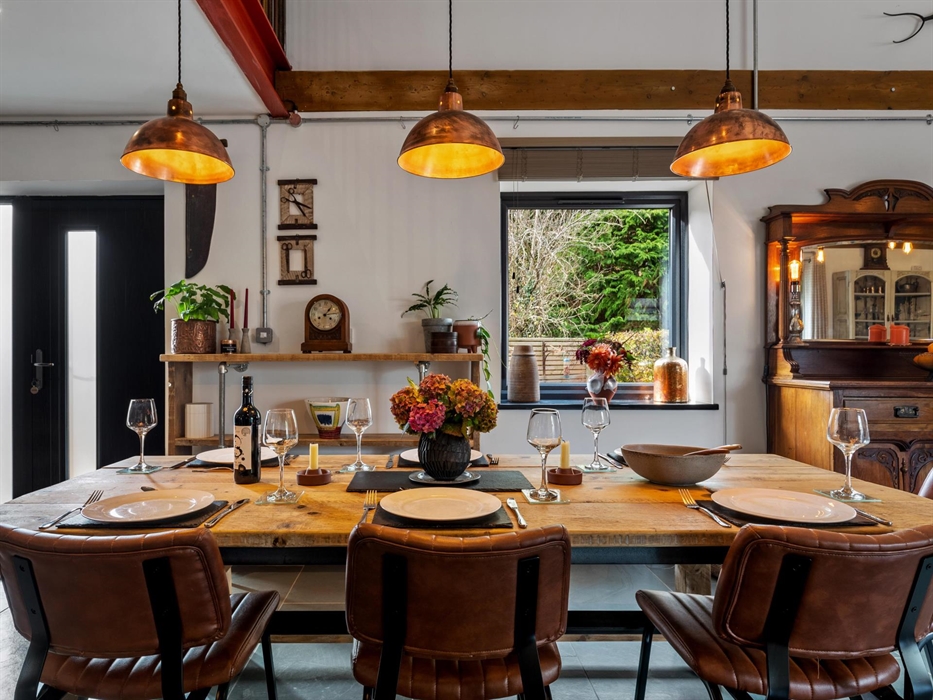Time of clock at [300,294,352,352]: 1:13
